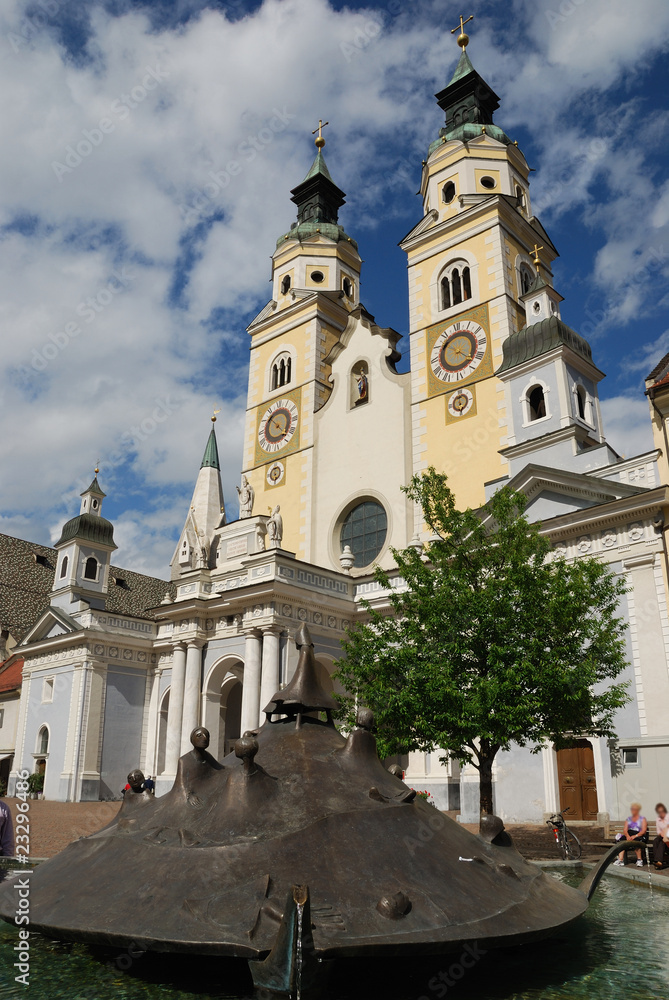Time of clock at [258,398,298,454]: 10:22
